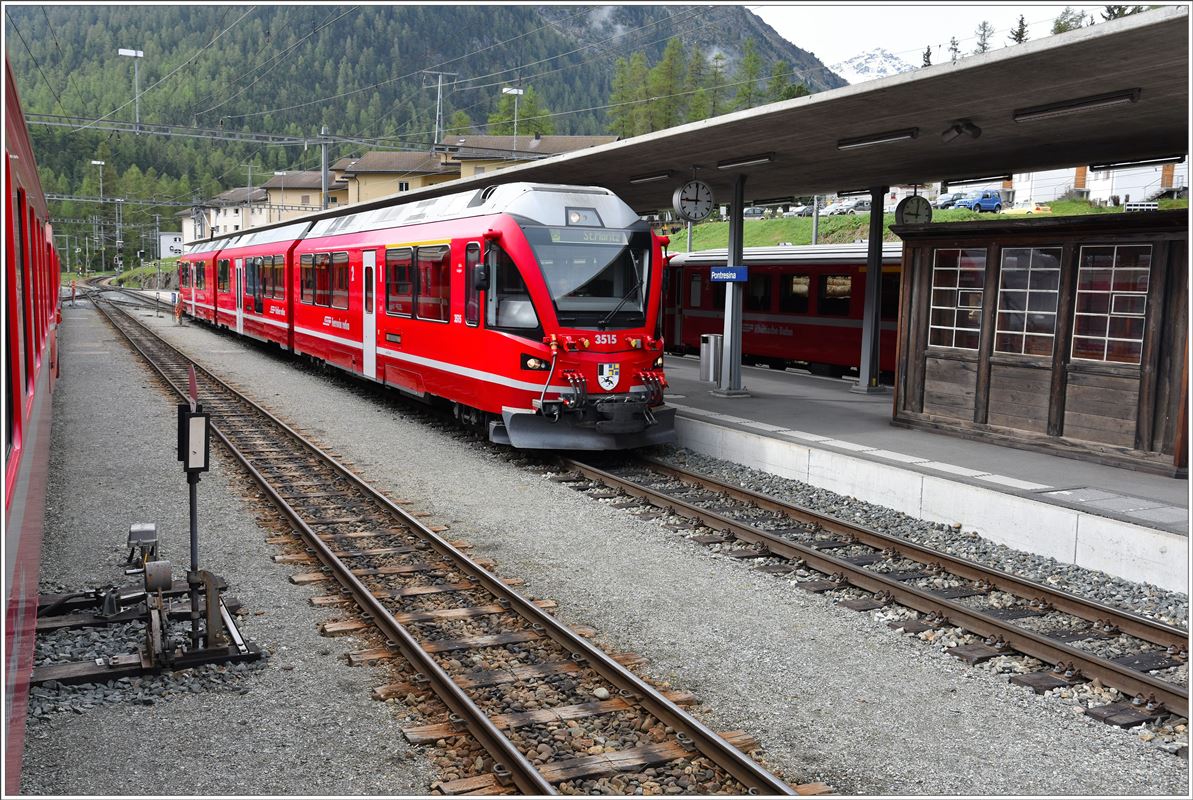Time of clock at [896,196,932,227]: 9:01
